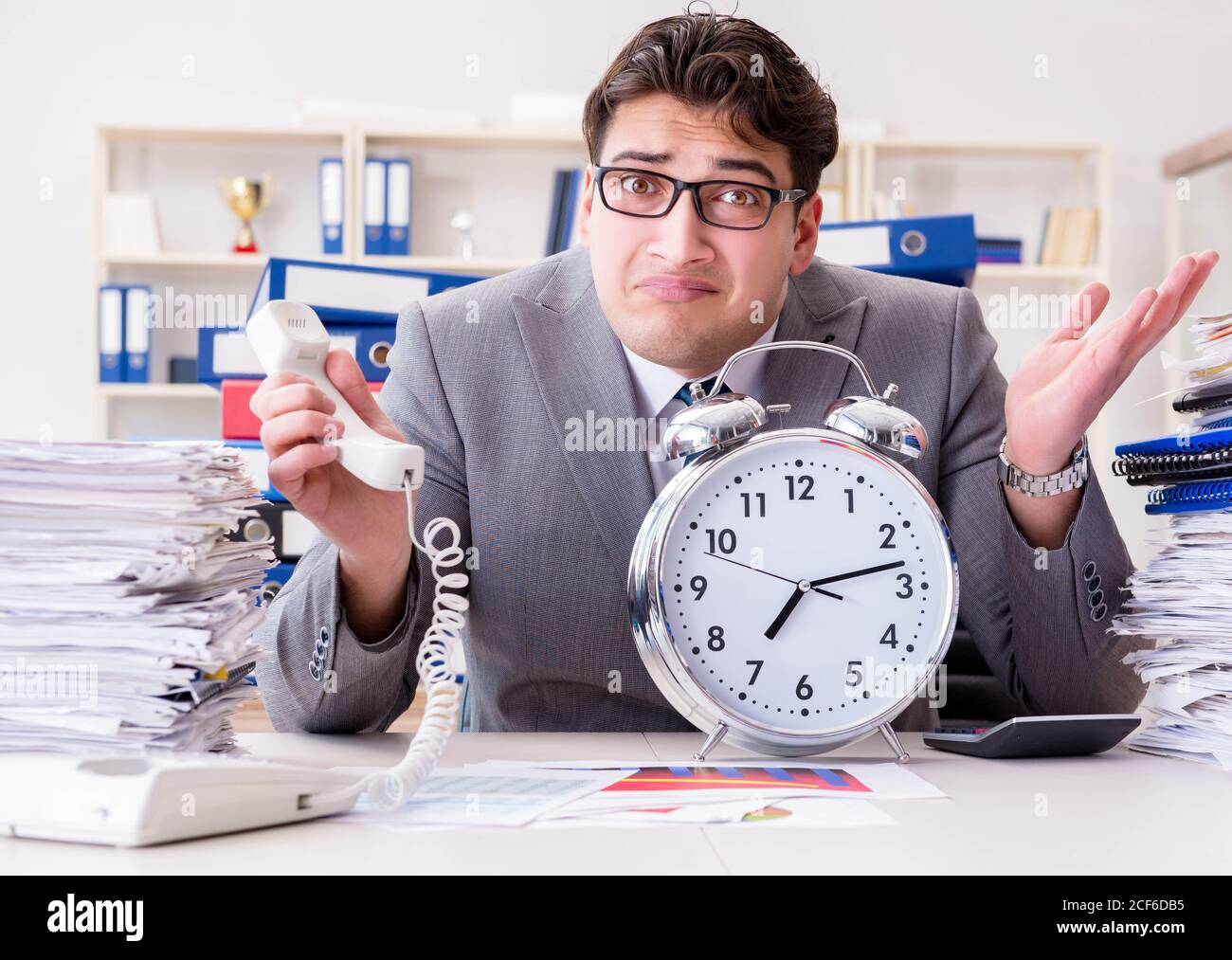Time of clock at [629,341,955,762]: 7:13
